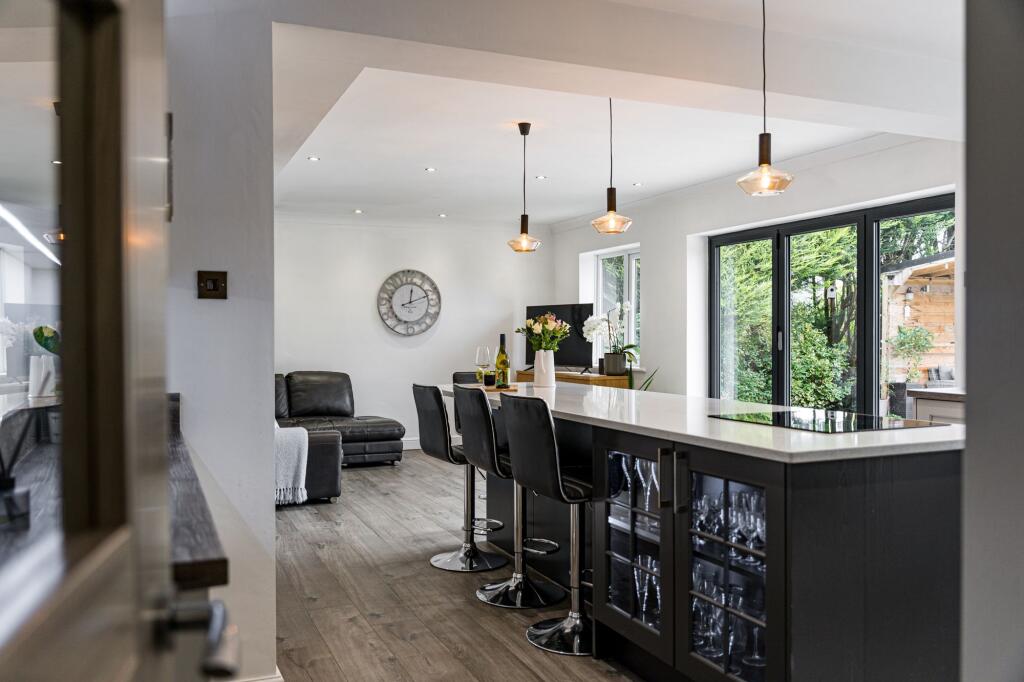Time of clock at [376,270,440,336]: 12:11
